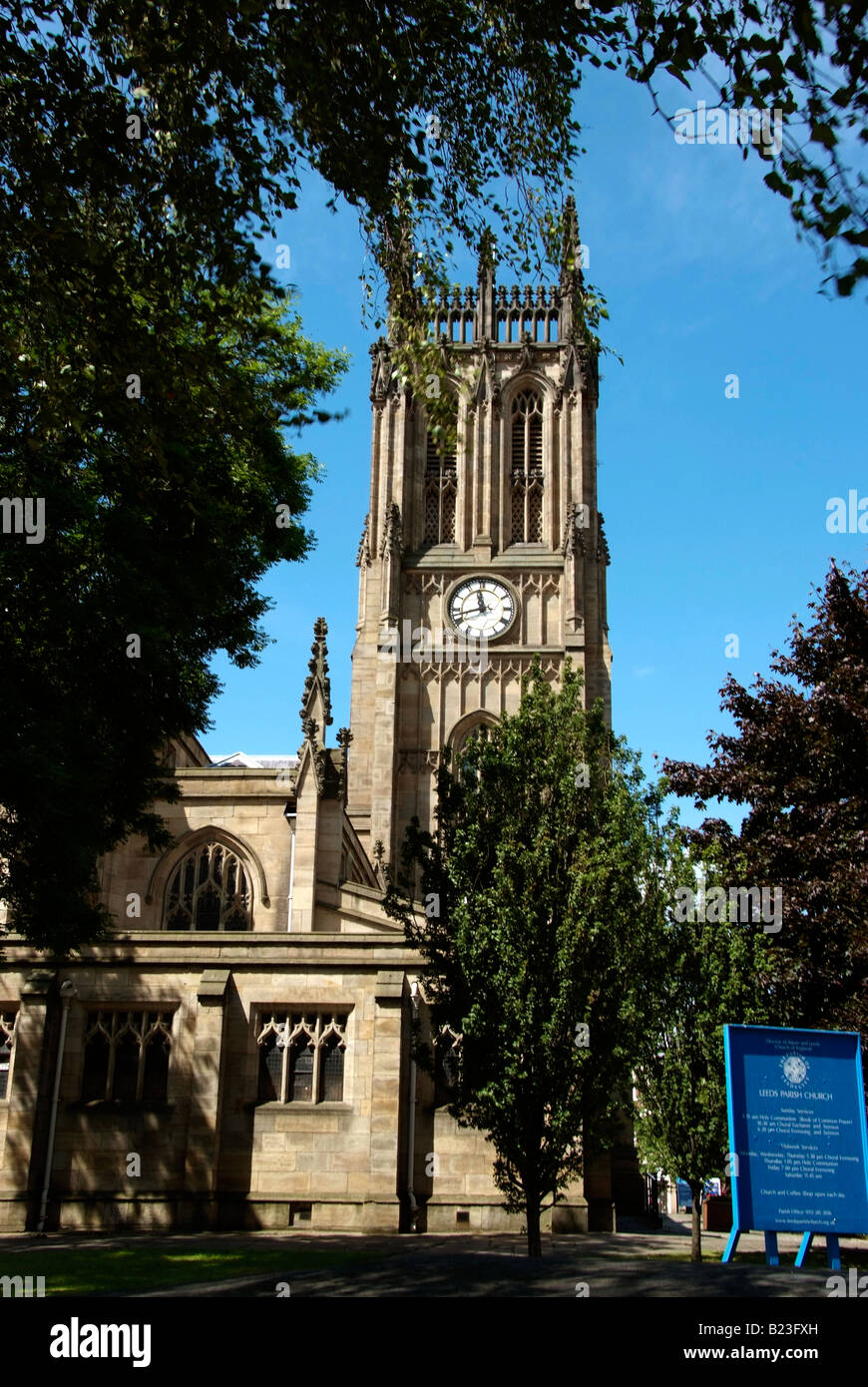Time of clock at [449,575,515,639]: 11:42
